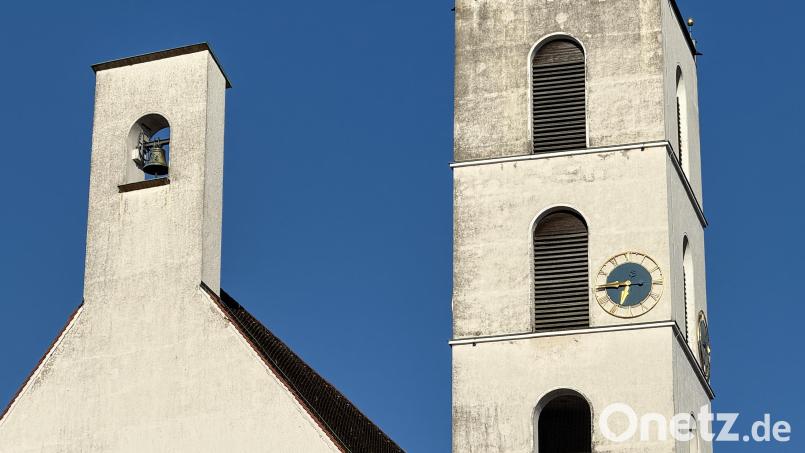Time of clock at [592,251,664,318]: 6:45
